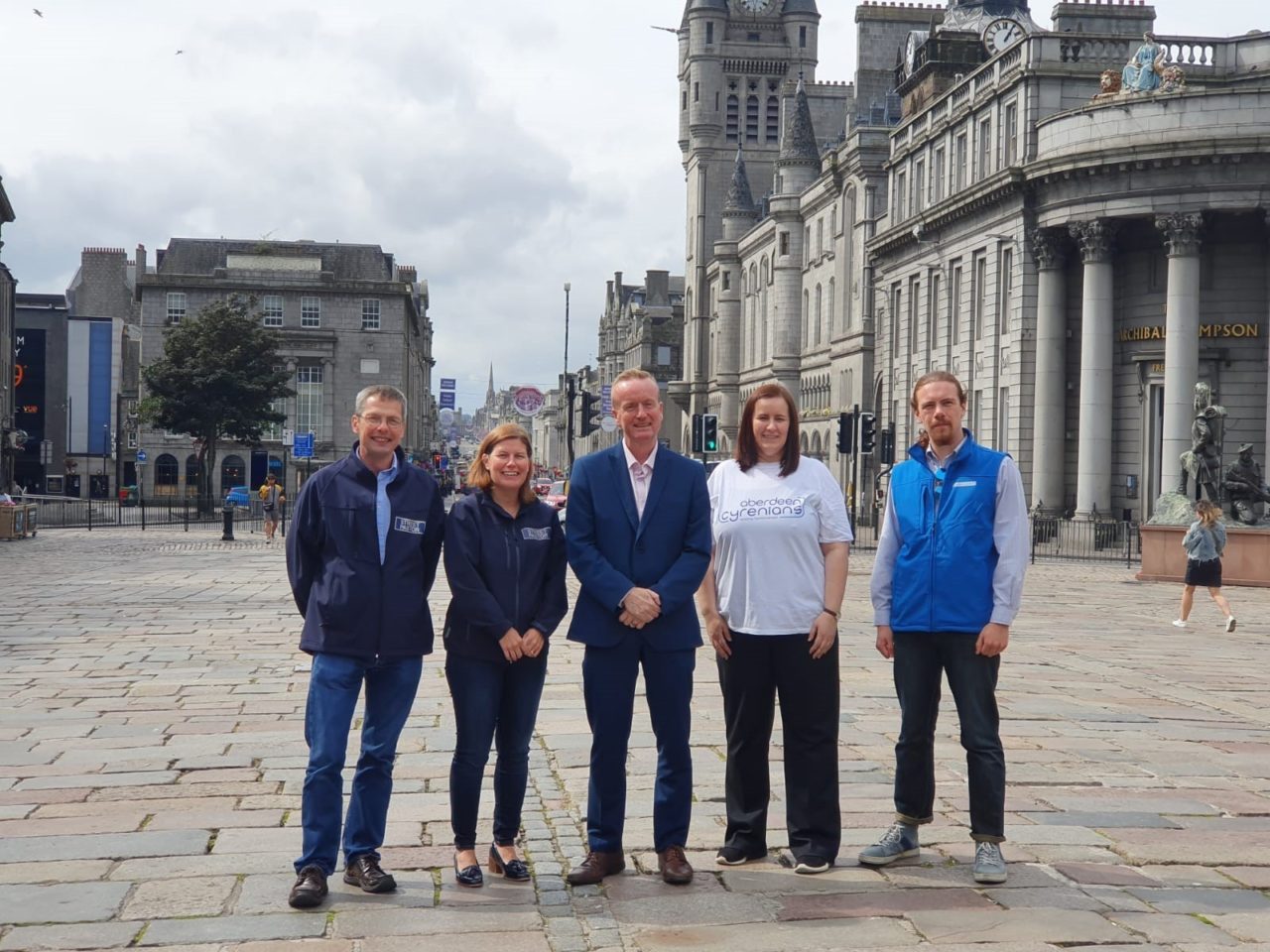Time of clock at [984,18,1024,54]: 1:05
